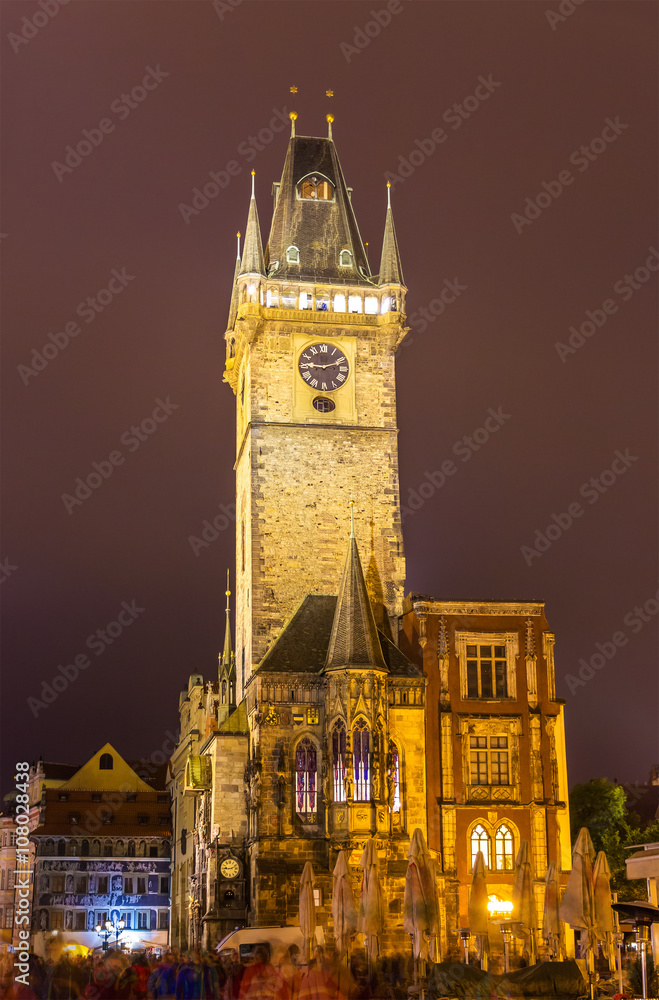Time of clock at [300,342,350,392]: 9:11
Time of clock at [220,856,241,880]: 9:12
